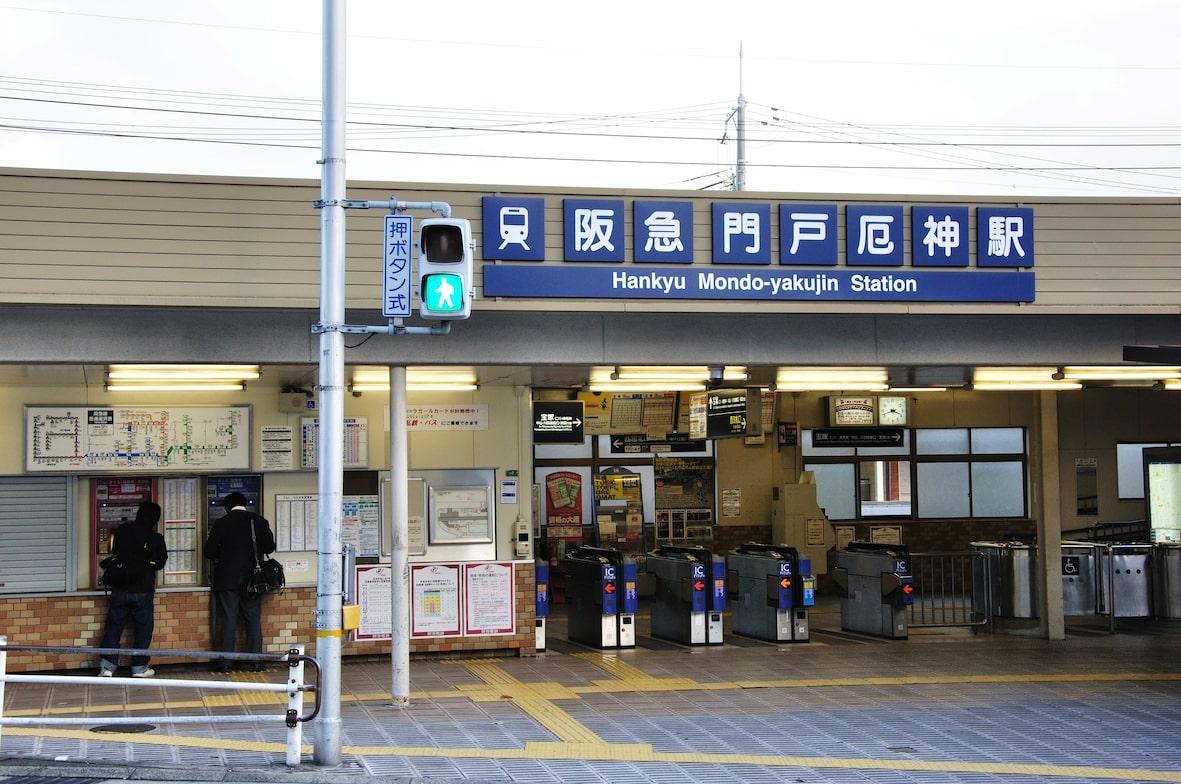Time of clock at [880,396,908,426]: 3:42
